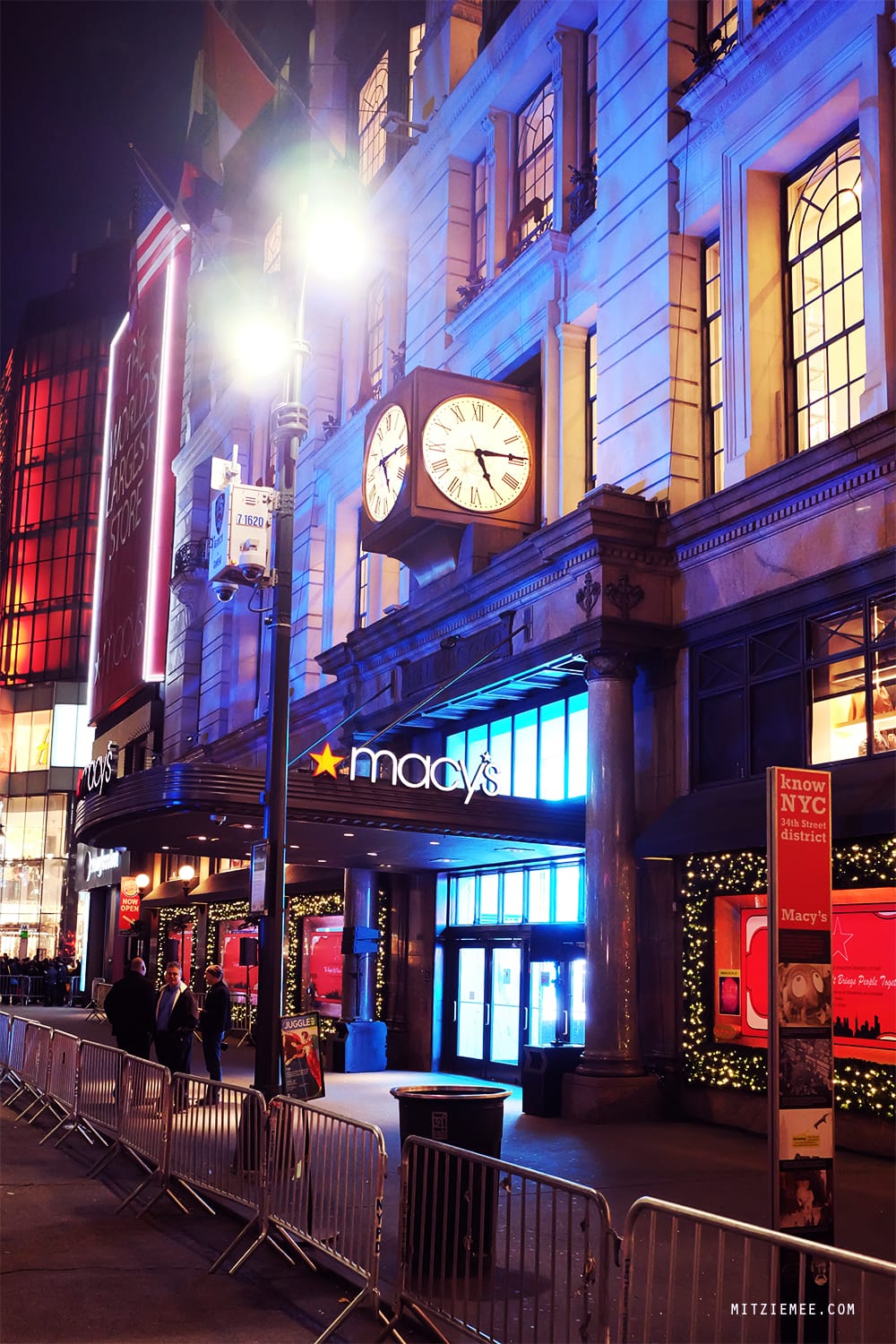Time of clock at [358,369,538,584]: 5:14
